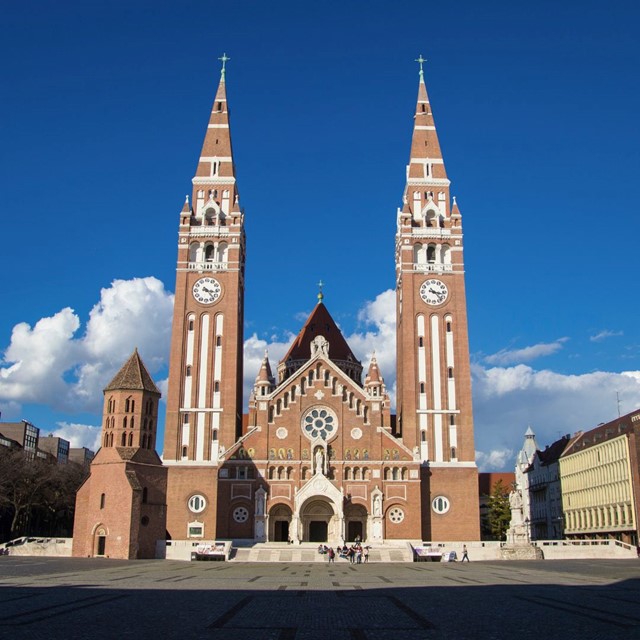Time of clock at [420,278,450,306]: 3:22
